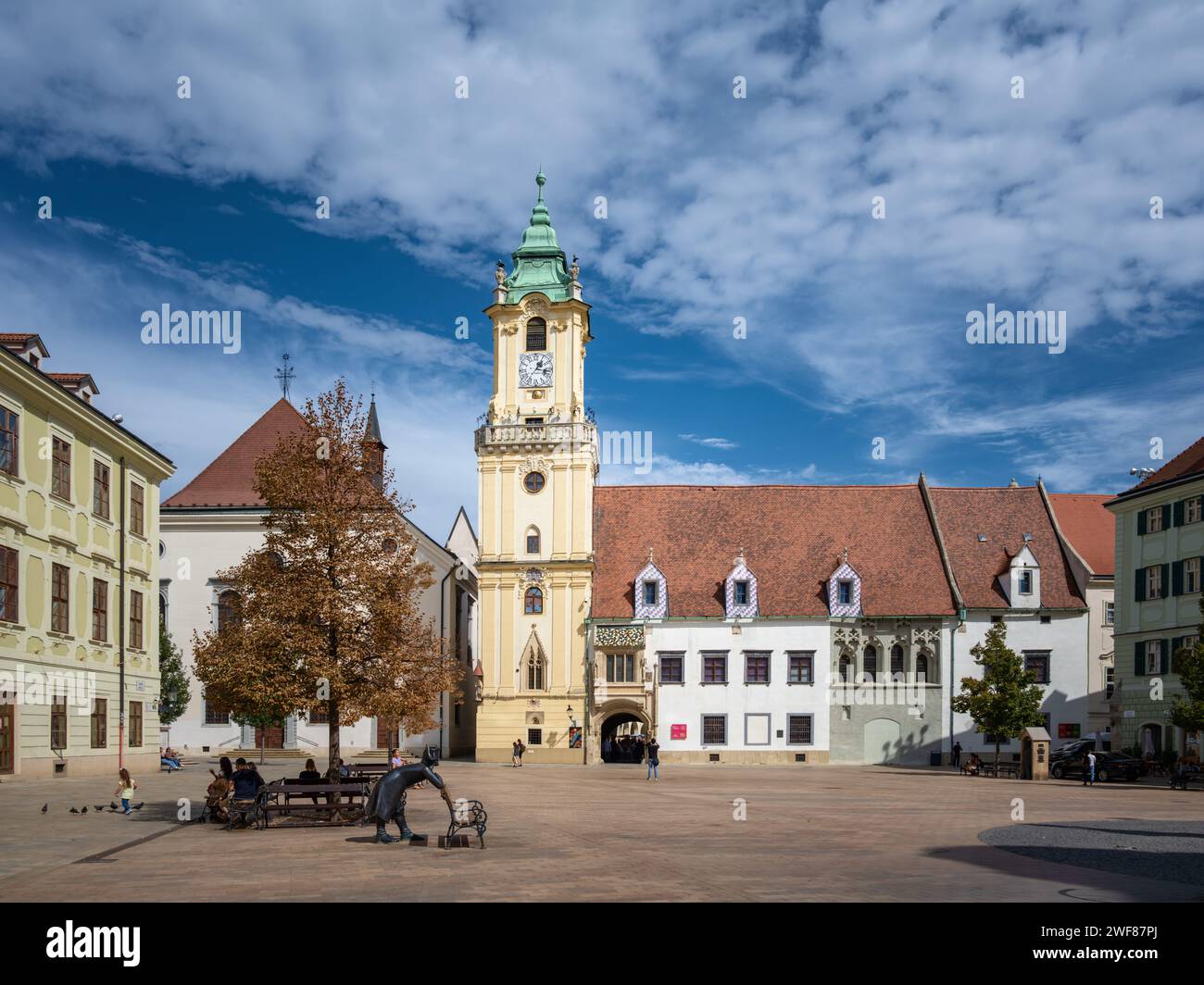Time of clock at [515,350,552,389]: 1:16
